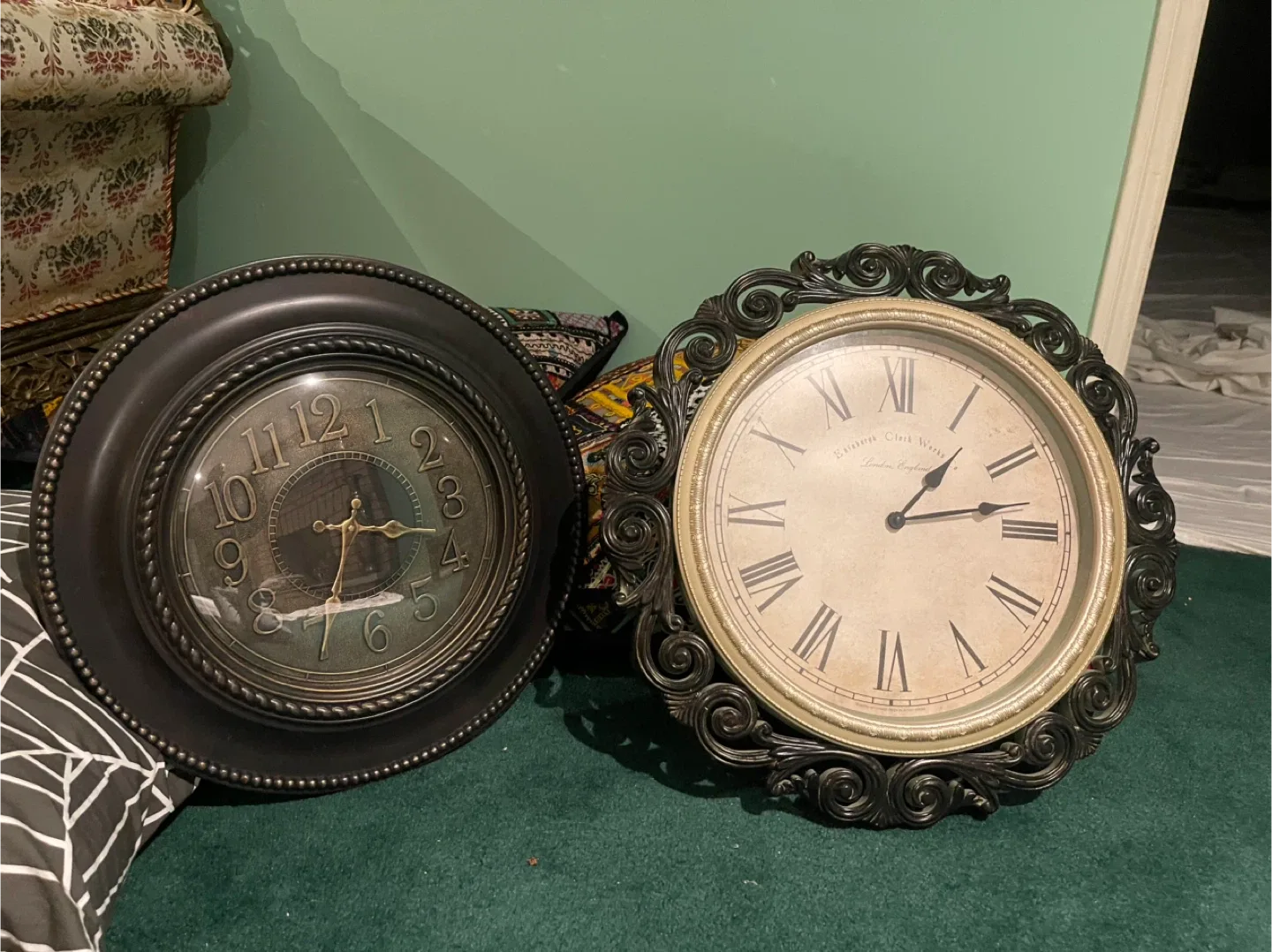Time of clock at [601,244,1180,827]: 1:13
